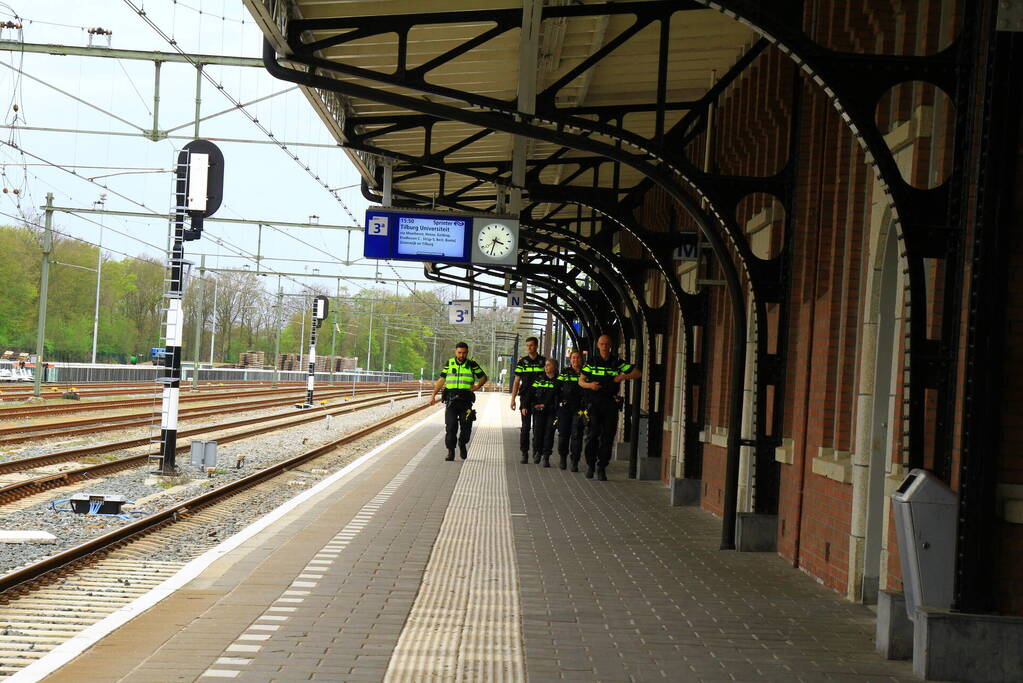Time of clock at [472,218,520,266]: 3:32
